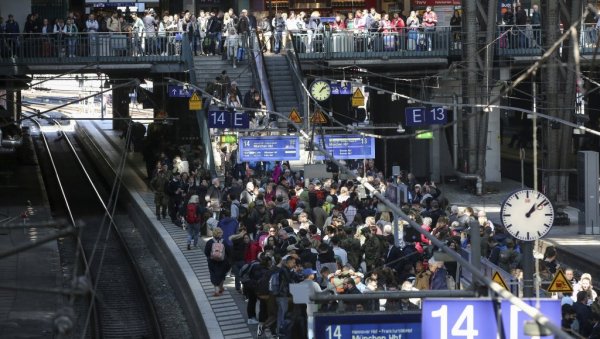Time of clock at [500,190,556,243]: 1:08
